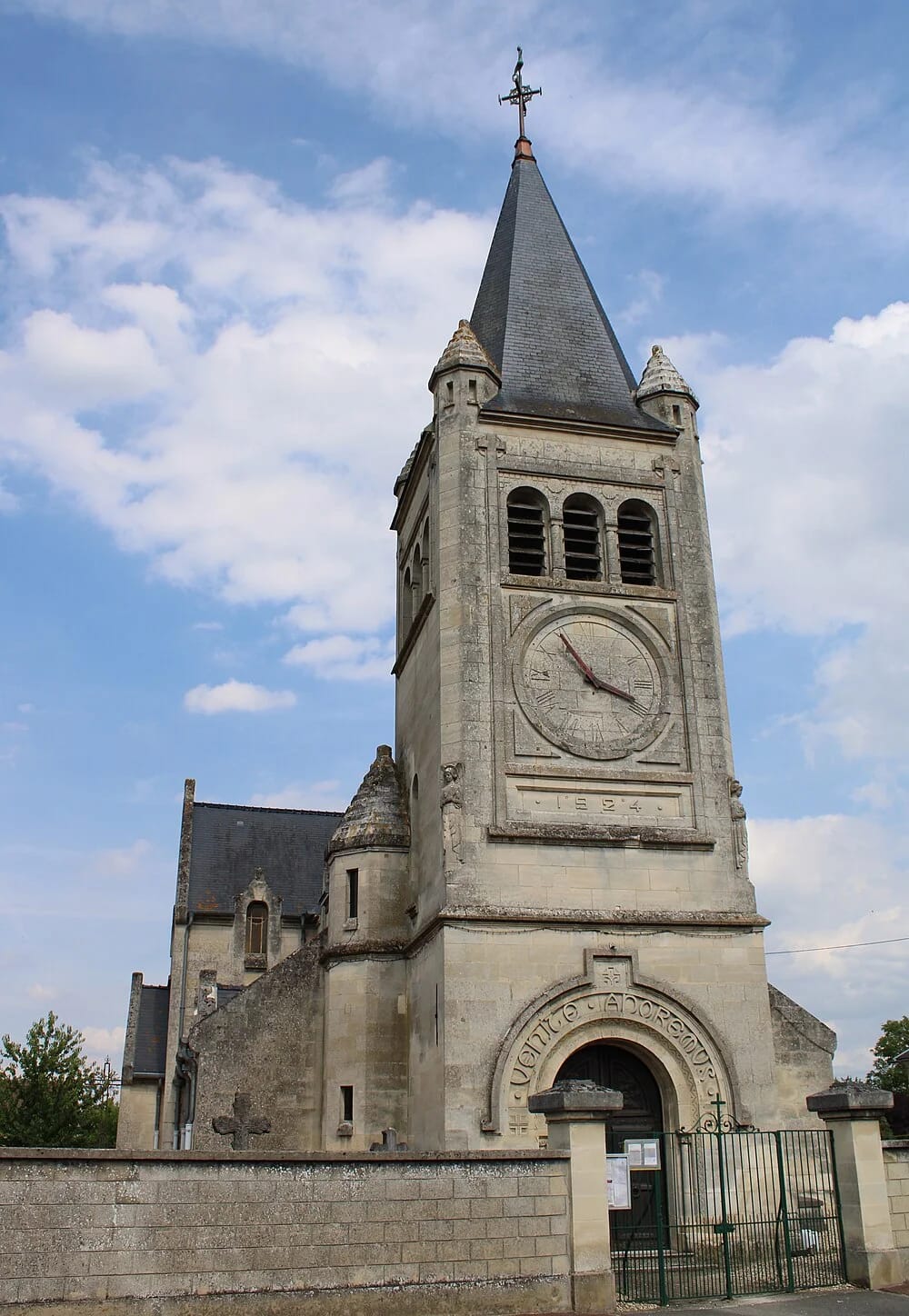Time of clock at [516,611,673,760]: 3:54
